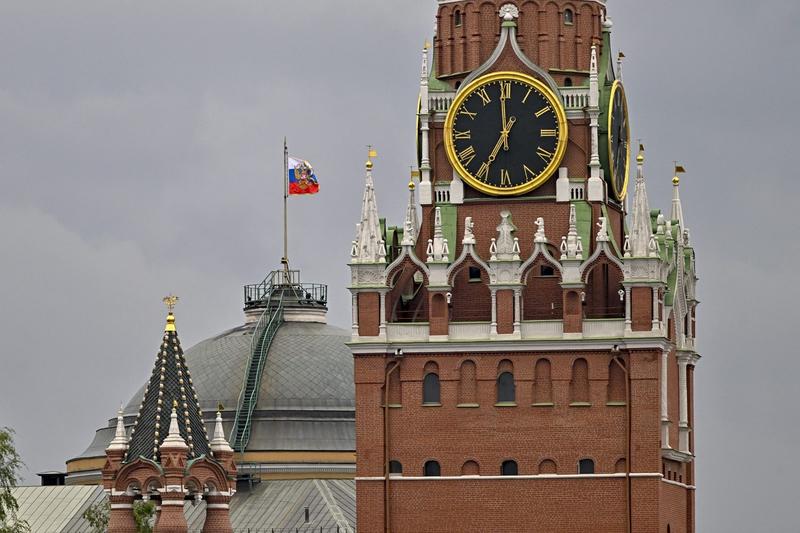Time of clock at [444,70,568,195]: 6:59
